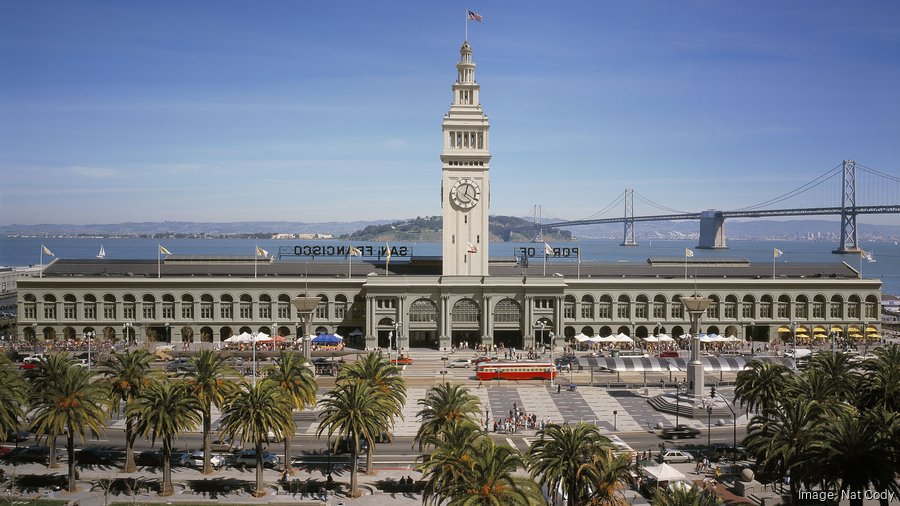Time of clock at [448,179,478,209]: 12:20
